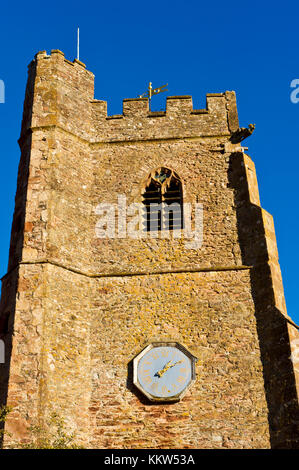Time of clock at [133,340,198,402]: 1:09
